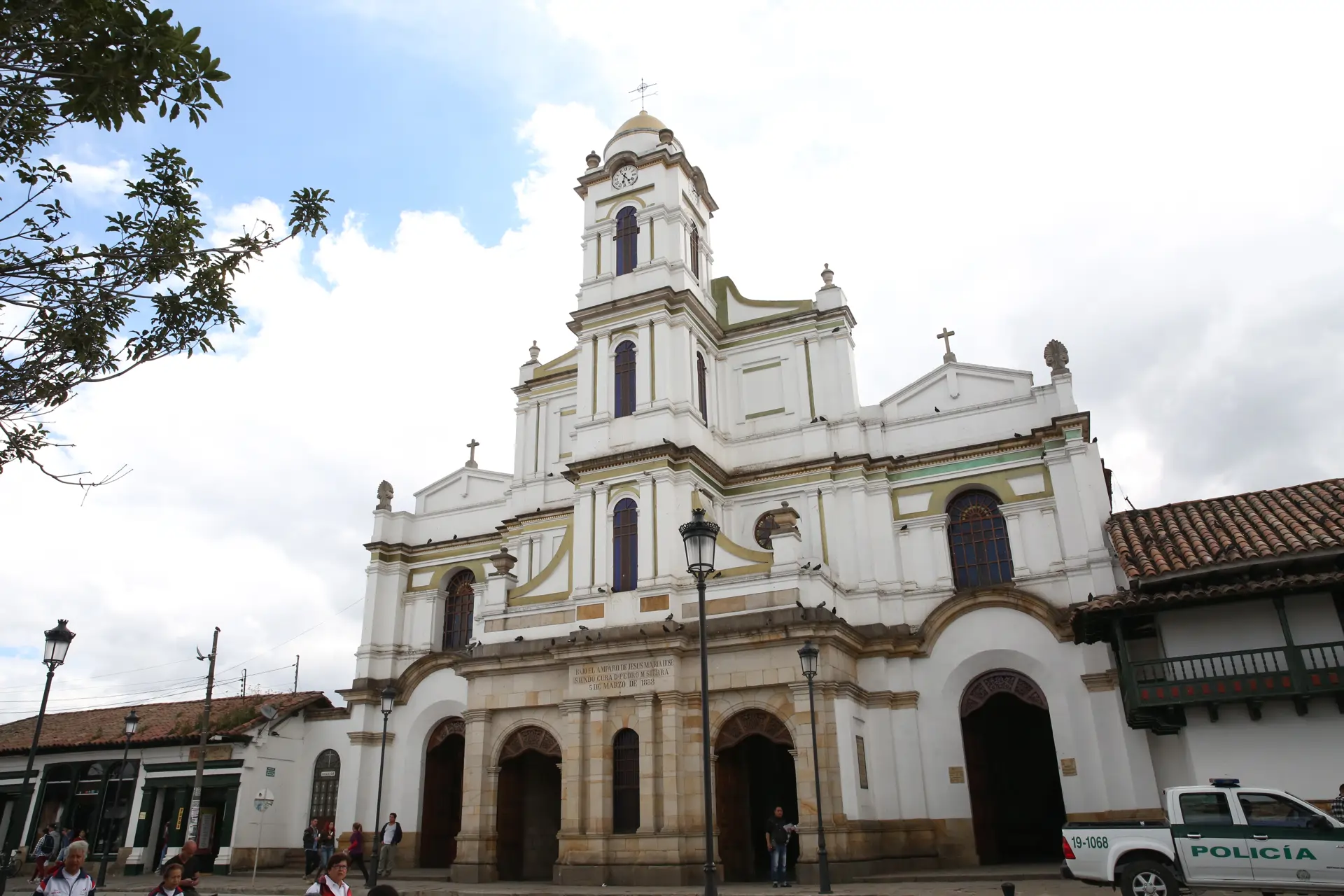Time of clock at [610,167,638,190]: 6:23
